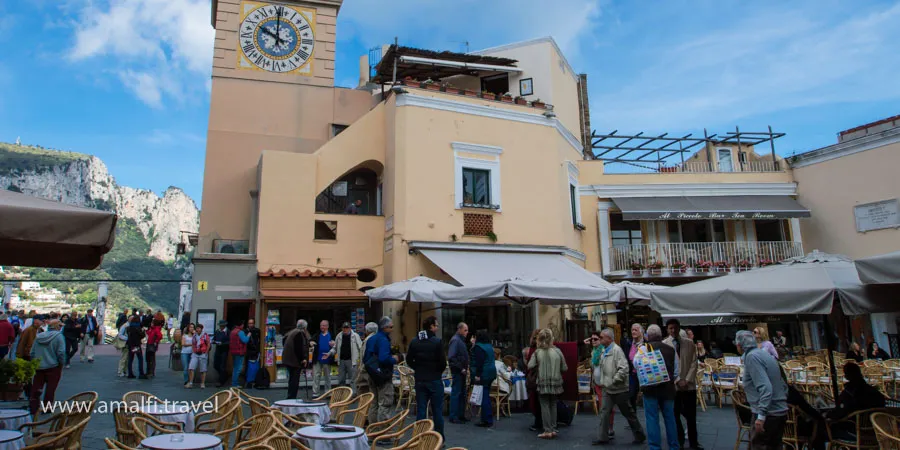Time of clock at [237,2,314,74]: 10:00
